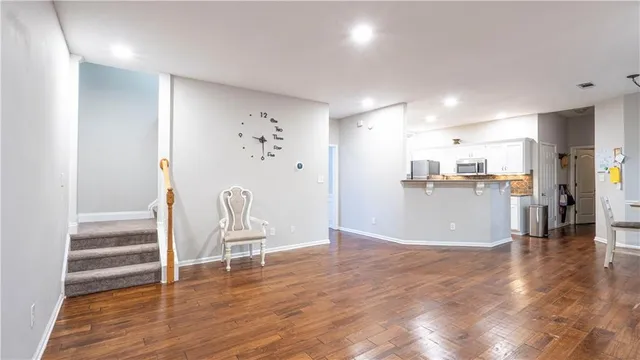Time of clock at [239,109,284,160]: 3:29
